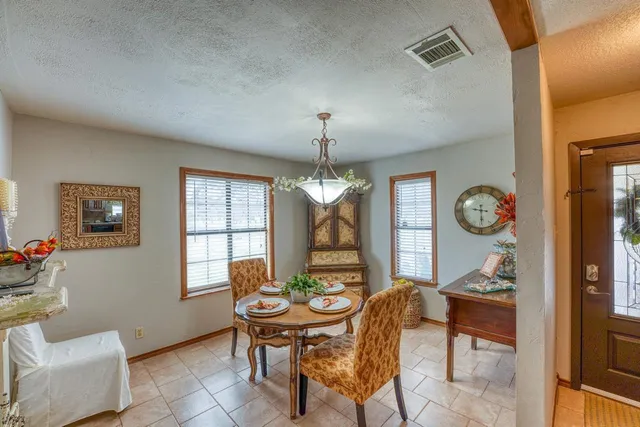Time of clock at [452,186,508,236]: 9:29
